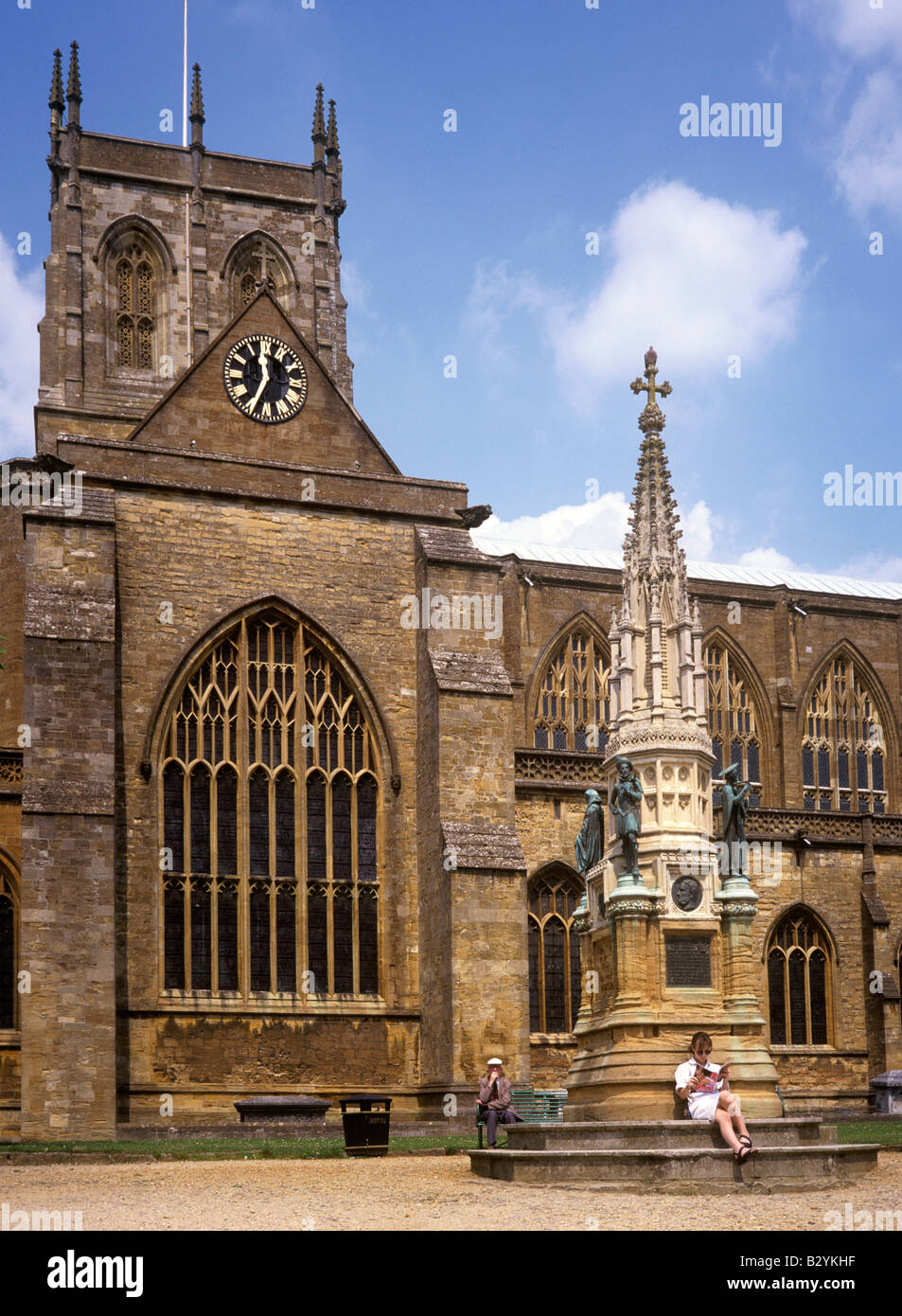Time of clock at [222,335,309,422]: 11:34
